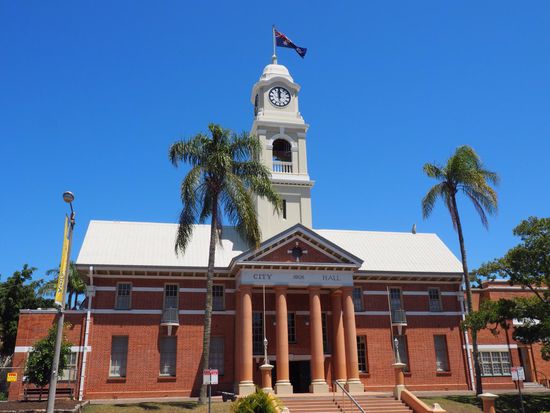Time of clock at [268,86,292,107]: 12:00
